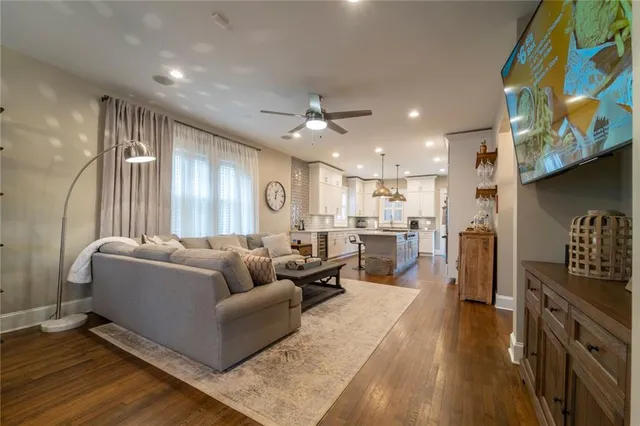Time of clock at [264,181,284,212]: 12:04
